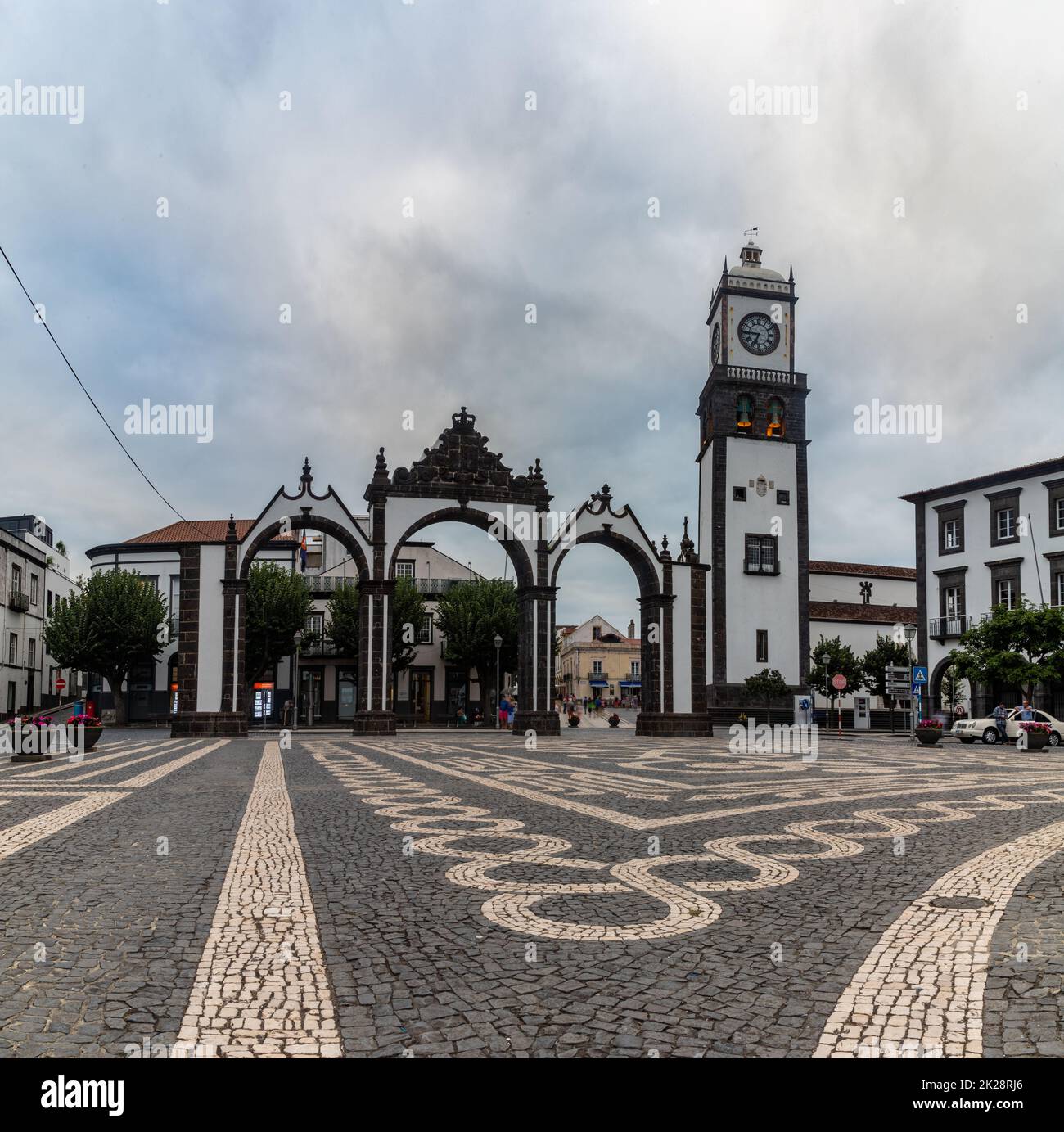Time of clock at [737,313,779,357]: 6:44
